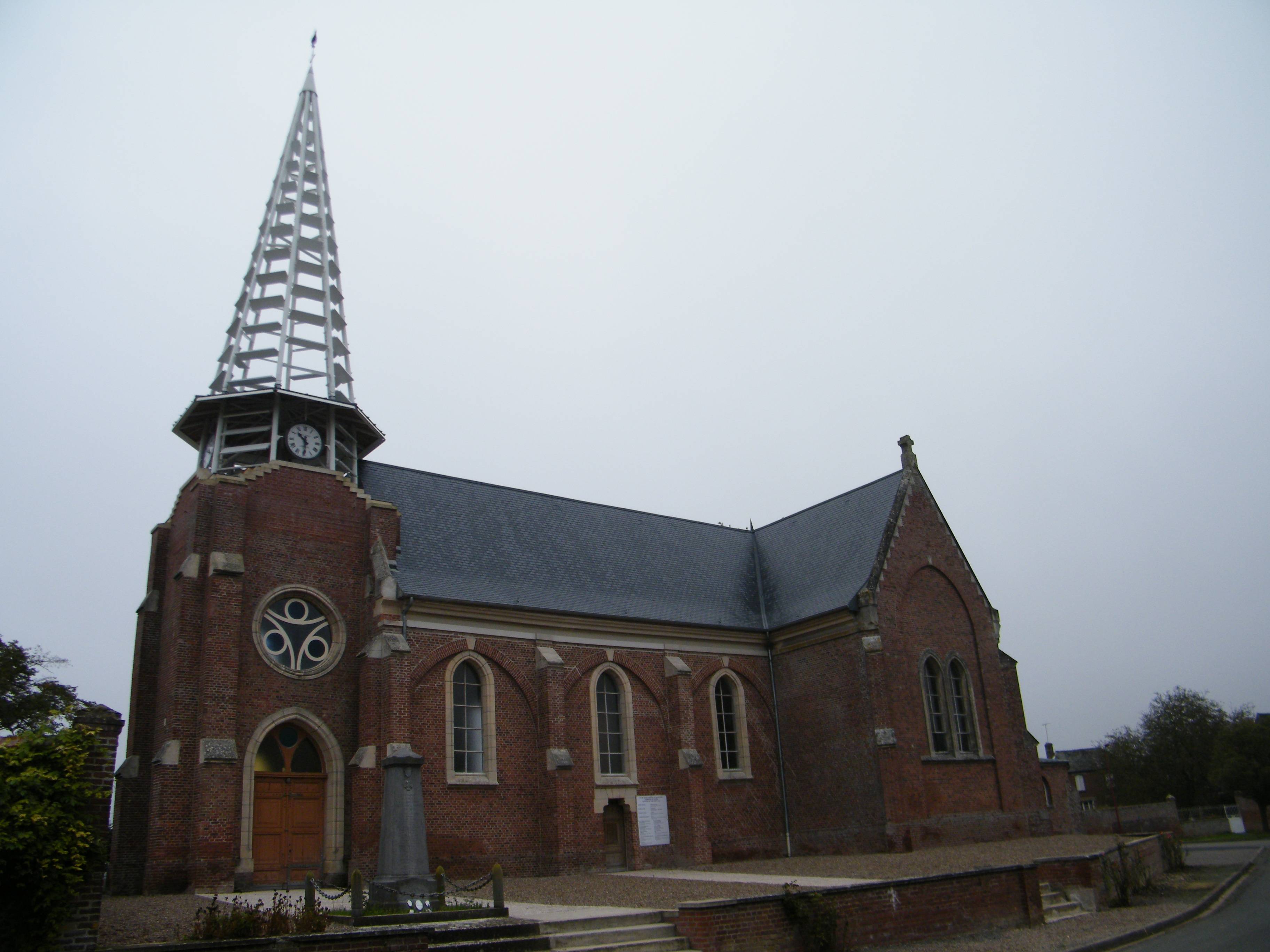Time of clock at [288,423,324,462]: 10:30
